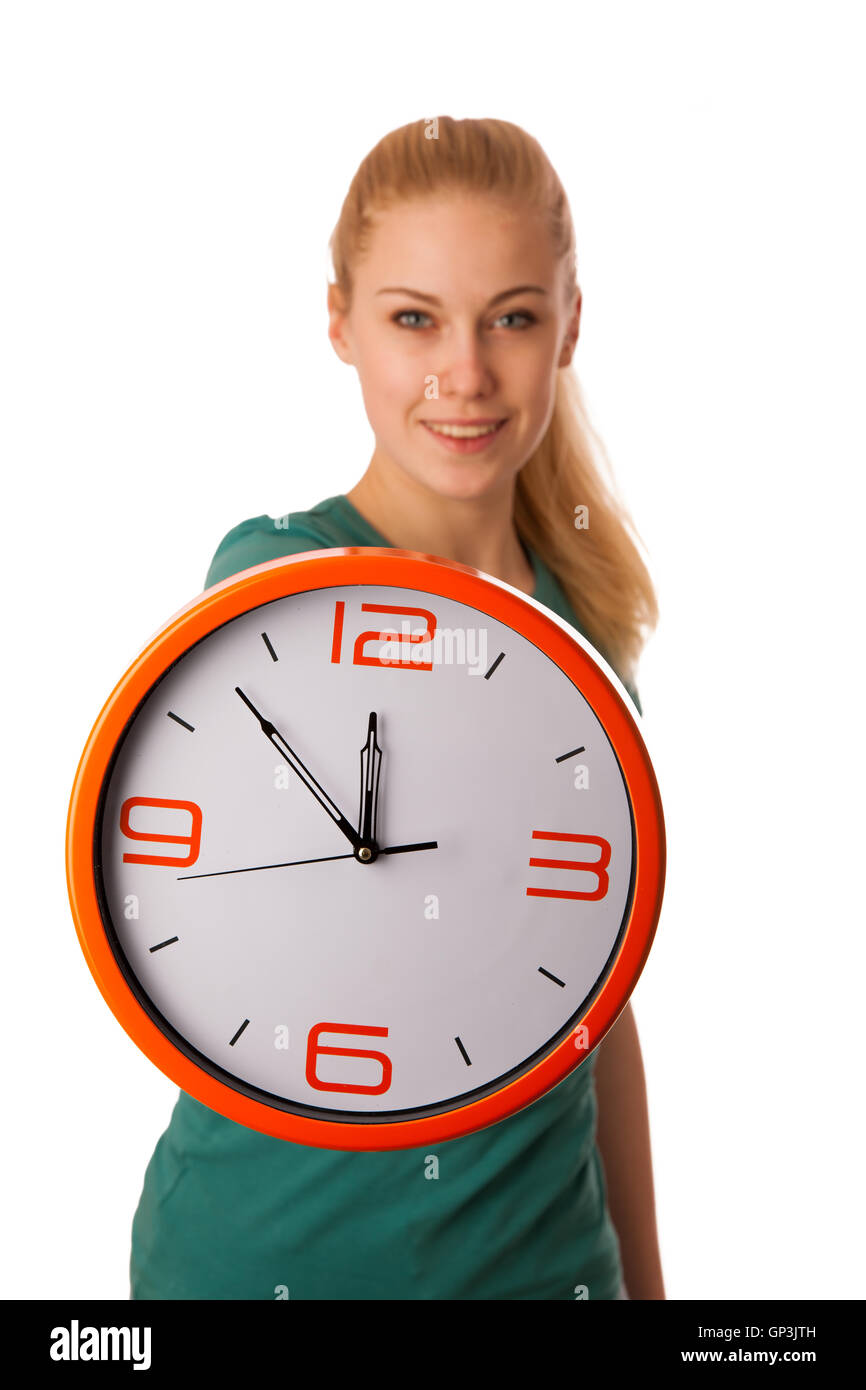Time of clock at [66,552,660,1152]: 11:52
